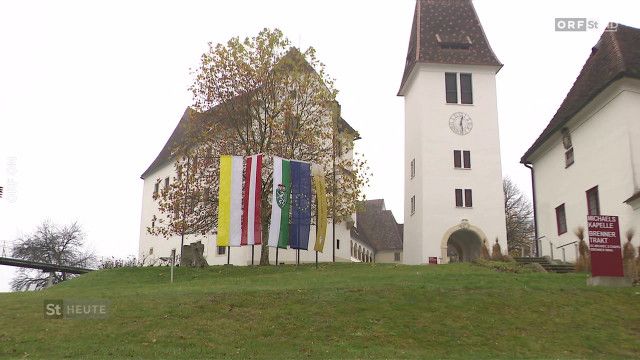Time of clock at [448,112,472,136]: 12:28
